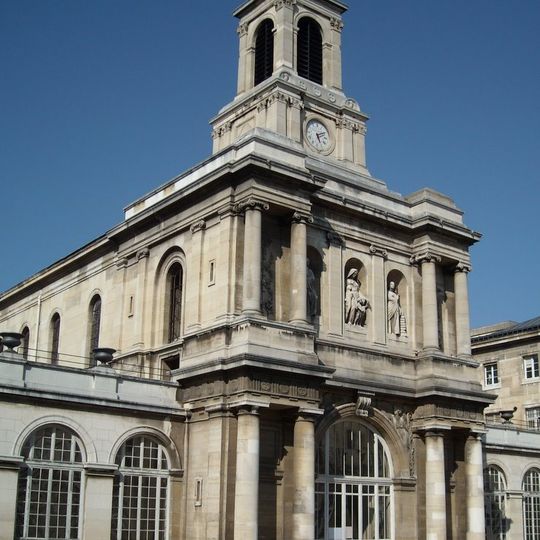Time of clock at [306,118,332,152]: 5:10
